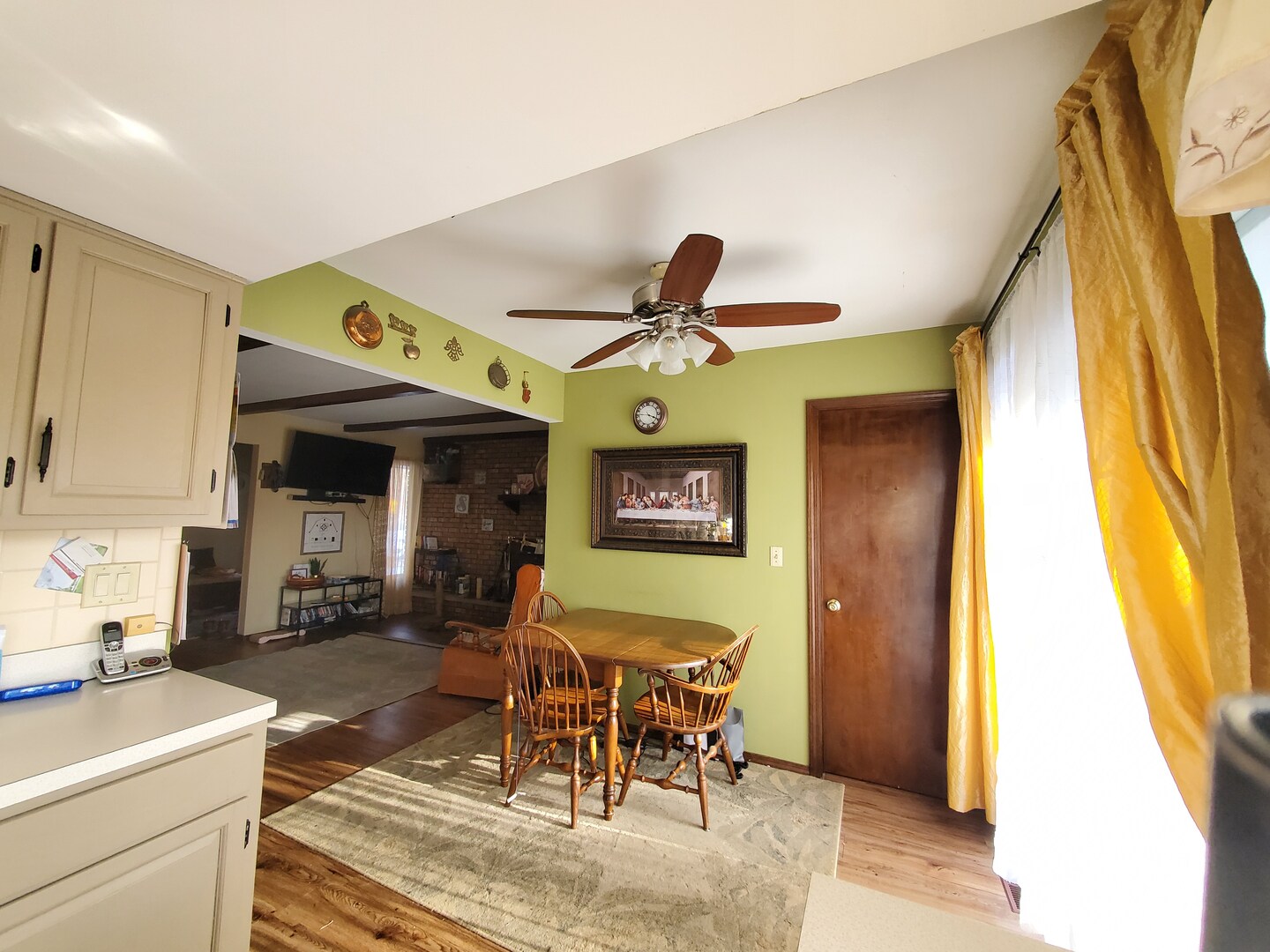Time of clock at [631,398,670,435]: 3:46
